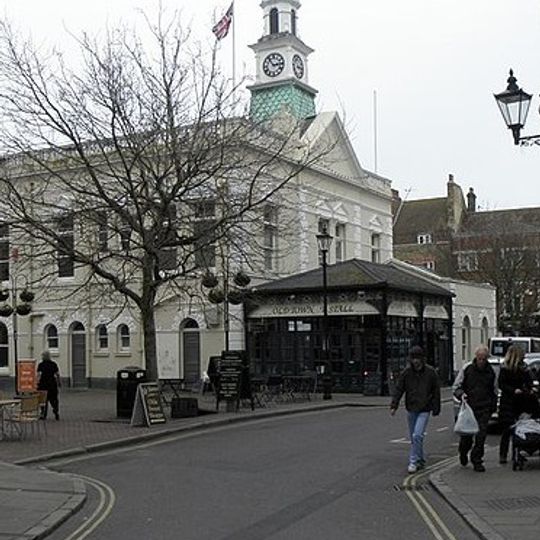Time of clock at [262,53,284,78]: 2:54
